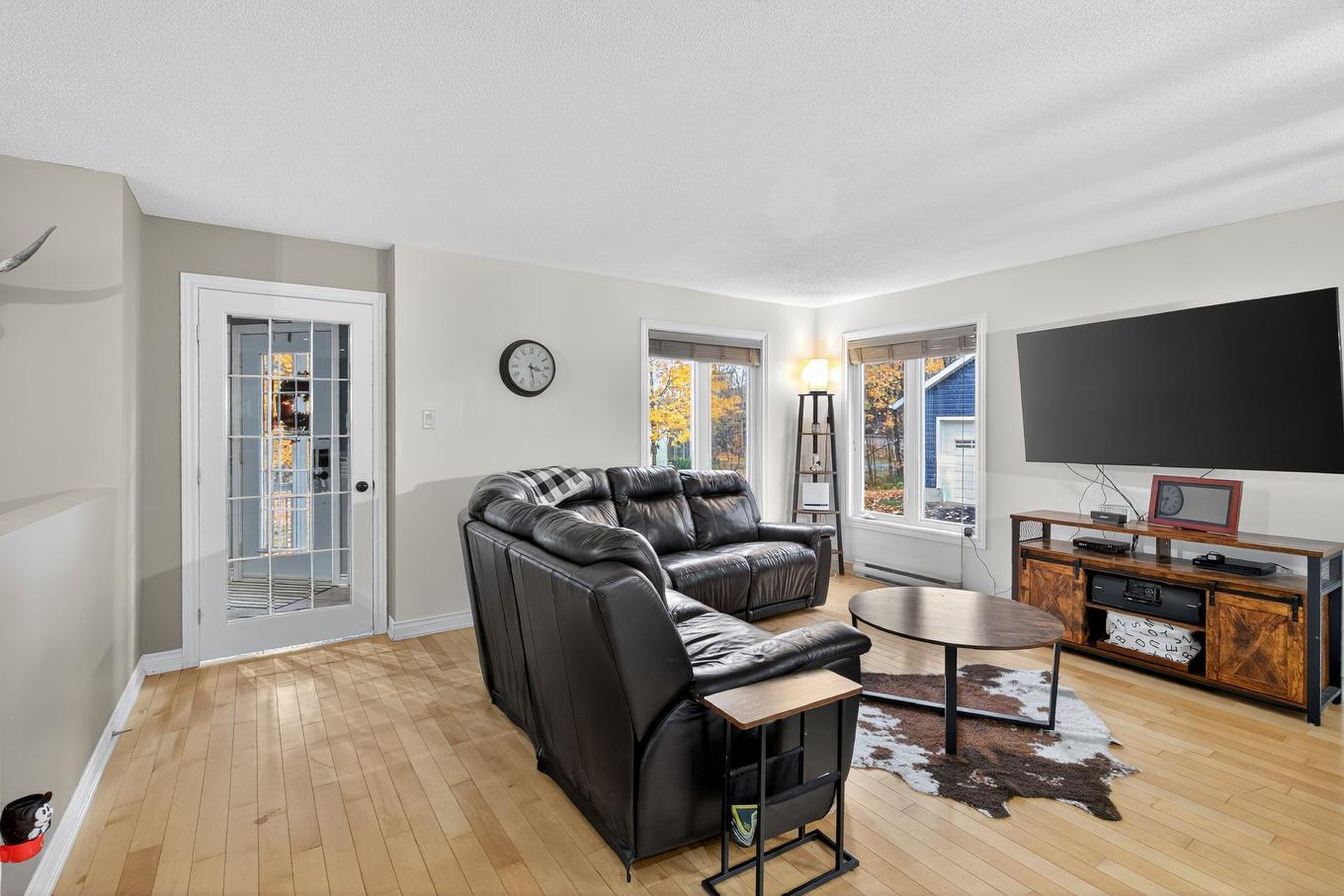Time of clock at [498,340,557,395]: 3:28
